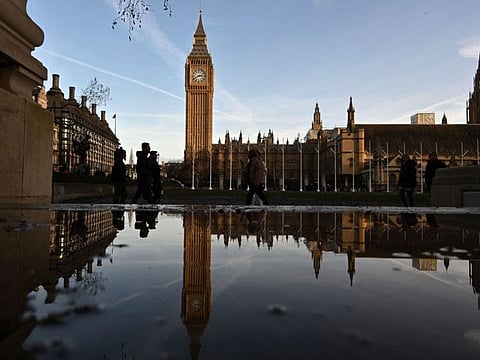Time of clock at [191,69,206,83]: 2:40
